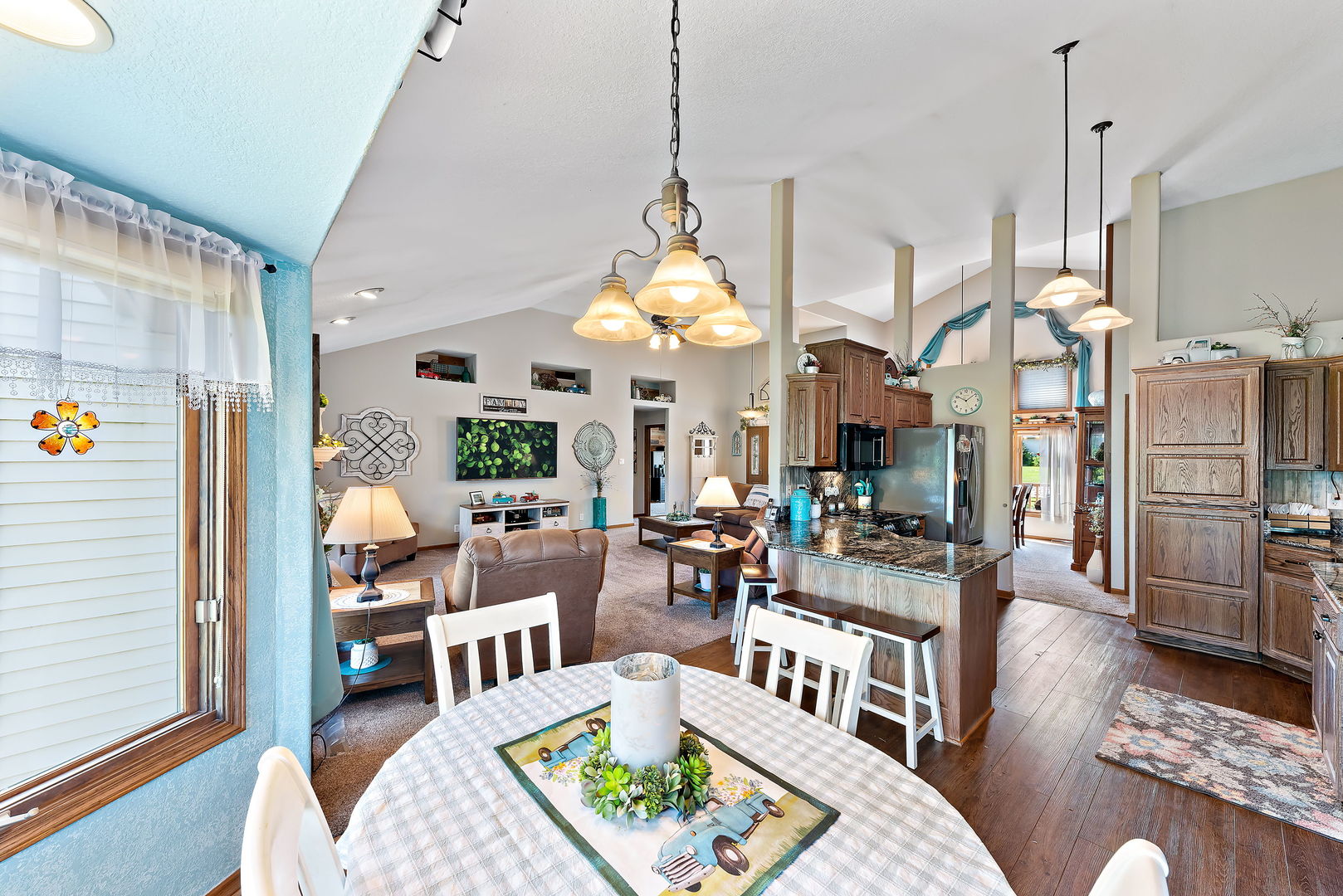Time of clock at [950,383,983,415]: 10:08
